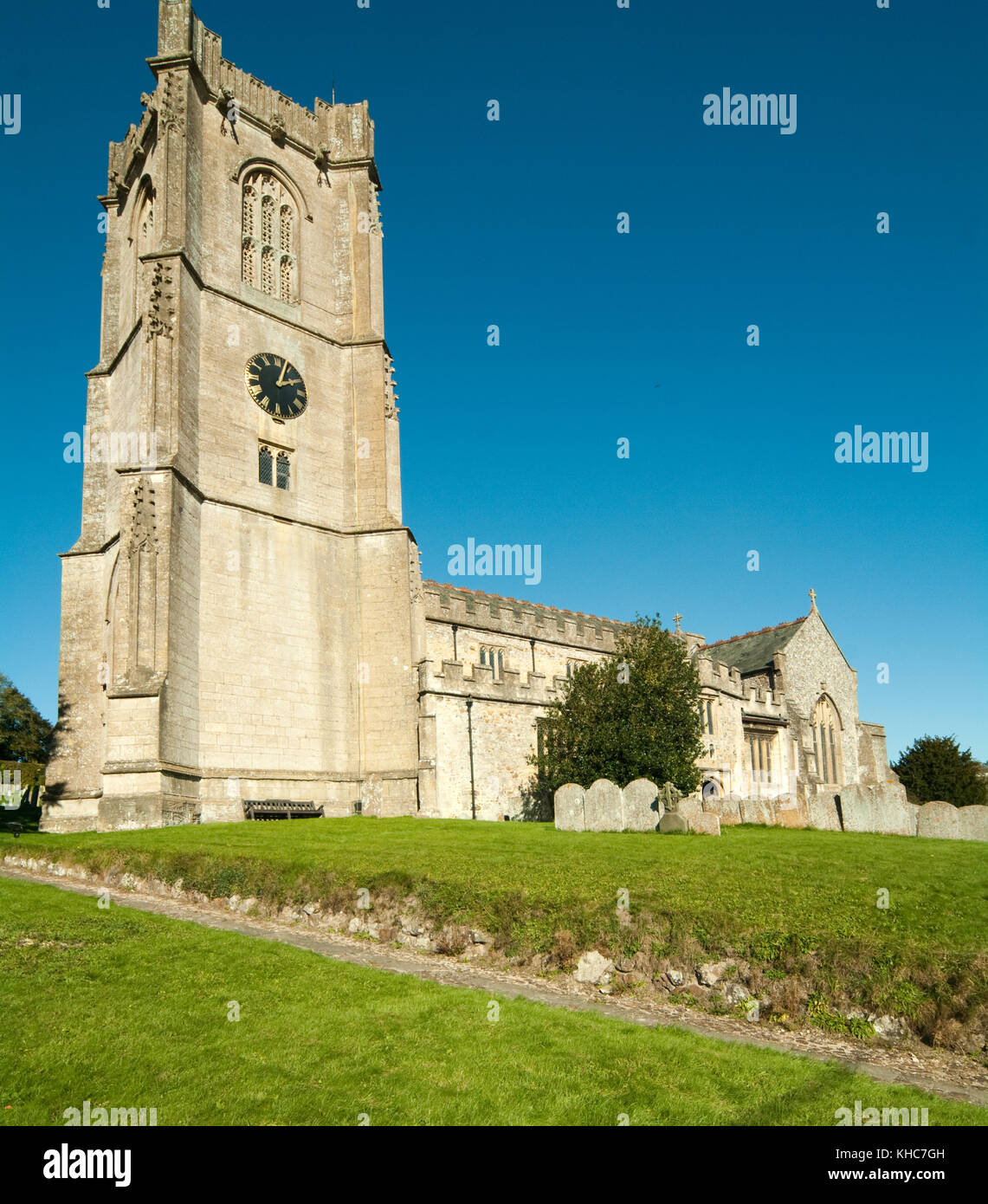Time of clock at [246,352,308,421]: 2:04
